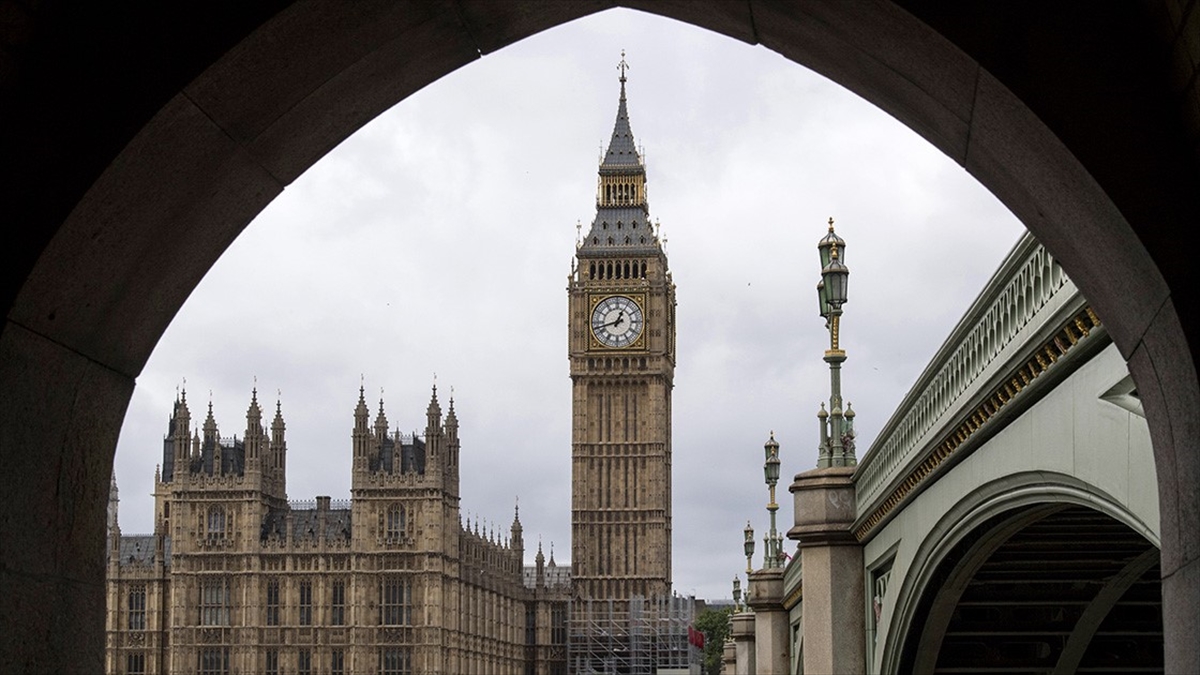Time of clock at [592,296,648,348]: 12:42
